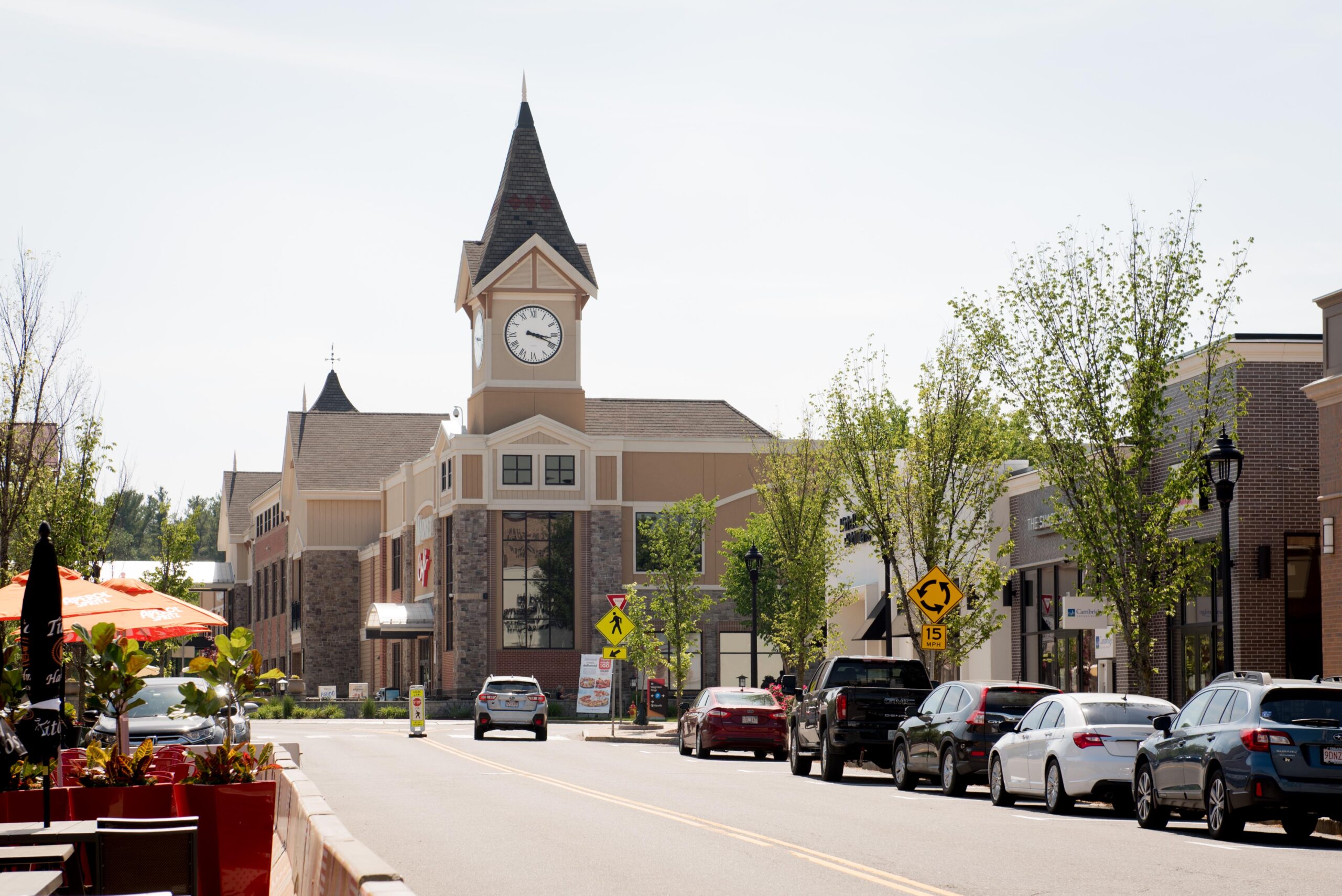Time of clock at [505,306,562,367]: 3:18
